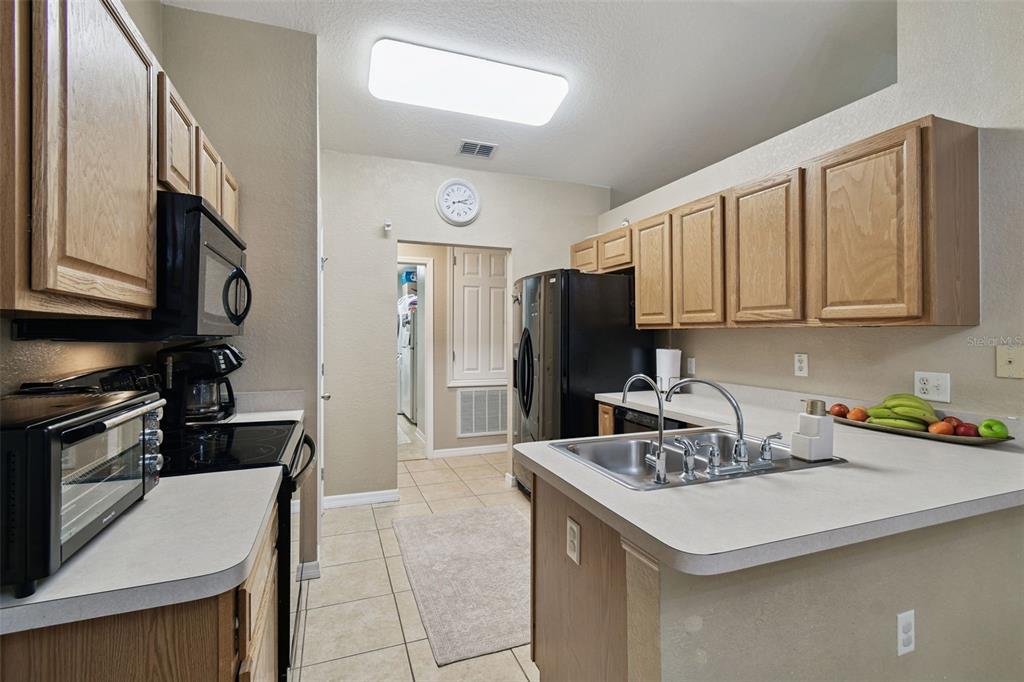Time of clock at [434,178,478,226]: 3:12
